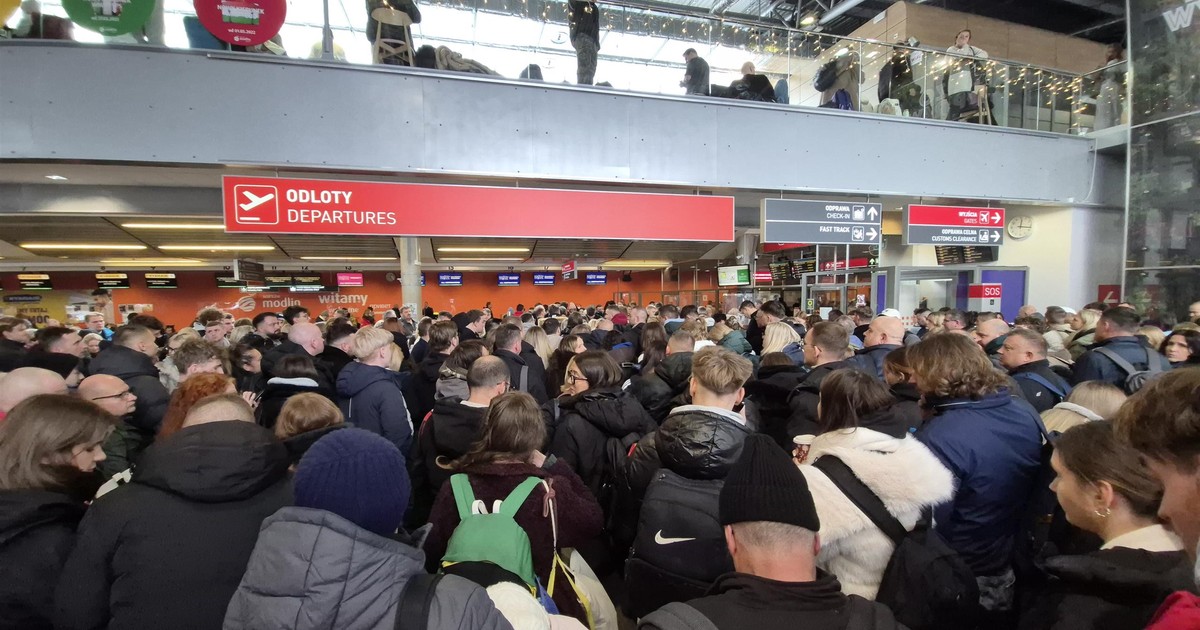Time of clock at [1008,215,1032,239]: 12:16
